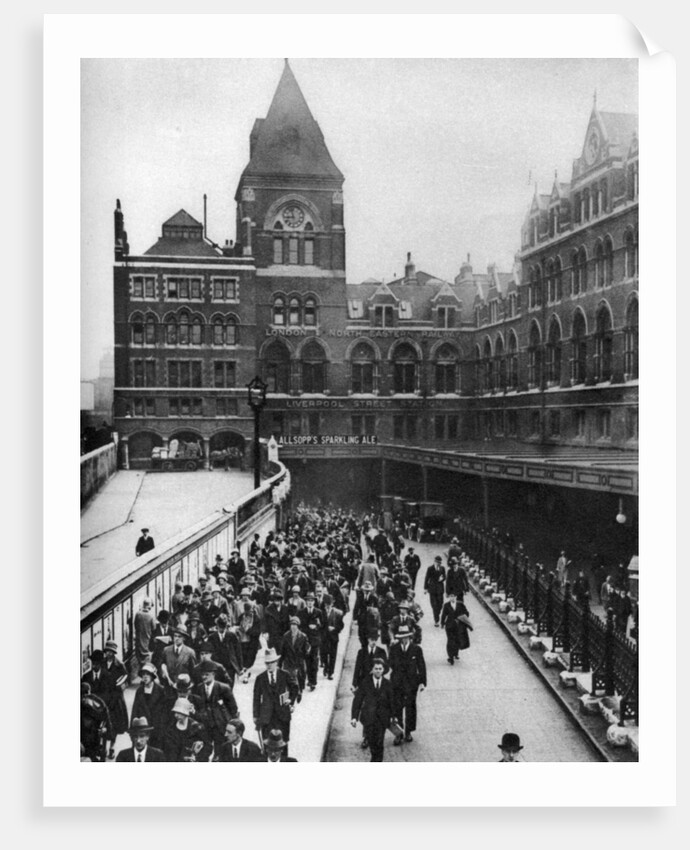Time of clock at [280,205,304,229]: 8:57
